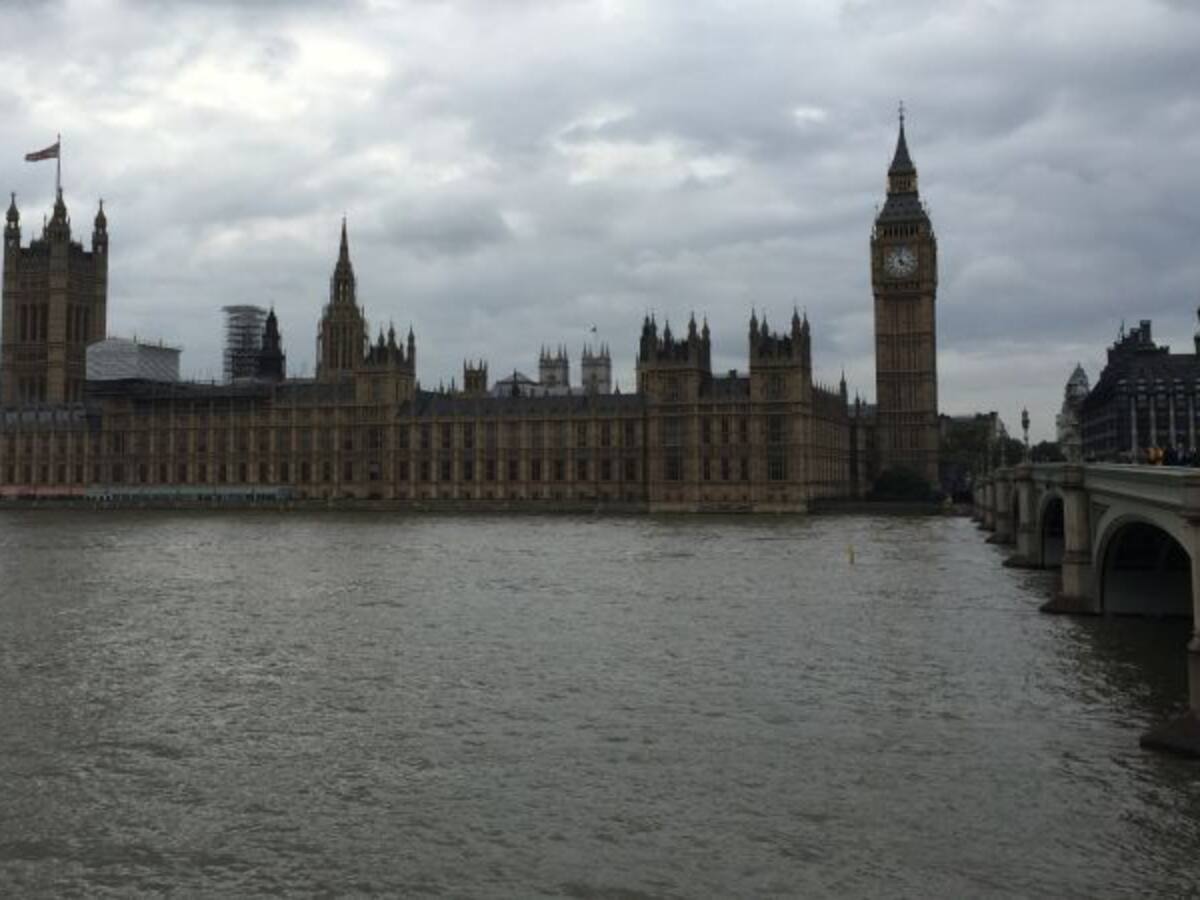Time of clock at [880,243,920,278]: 3:58
